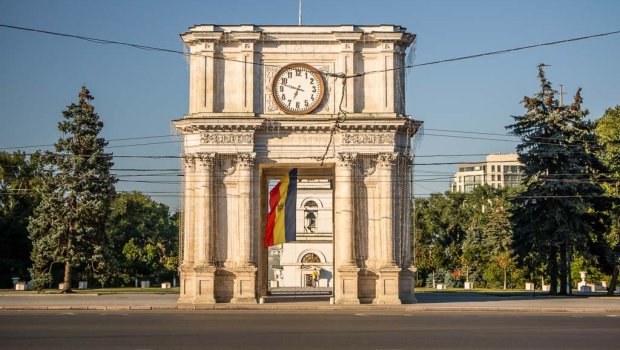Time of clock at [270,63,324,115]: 6:47
